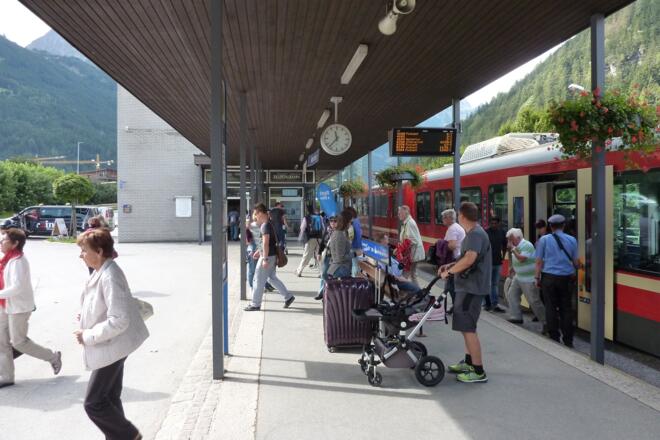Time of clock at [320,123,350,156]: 11:36
